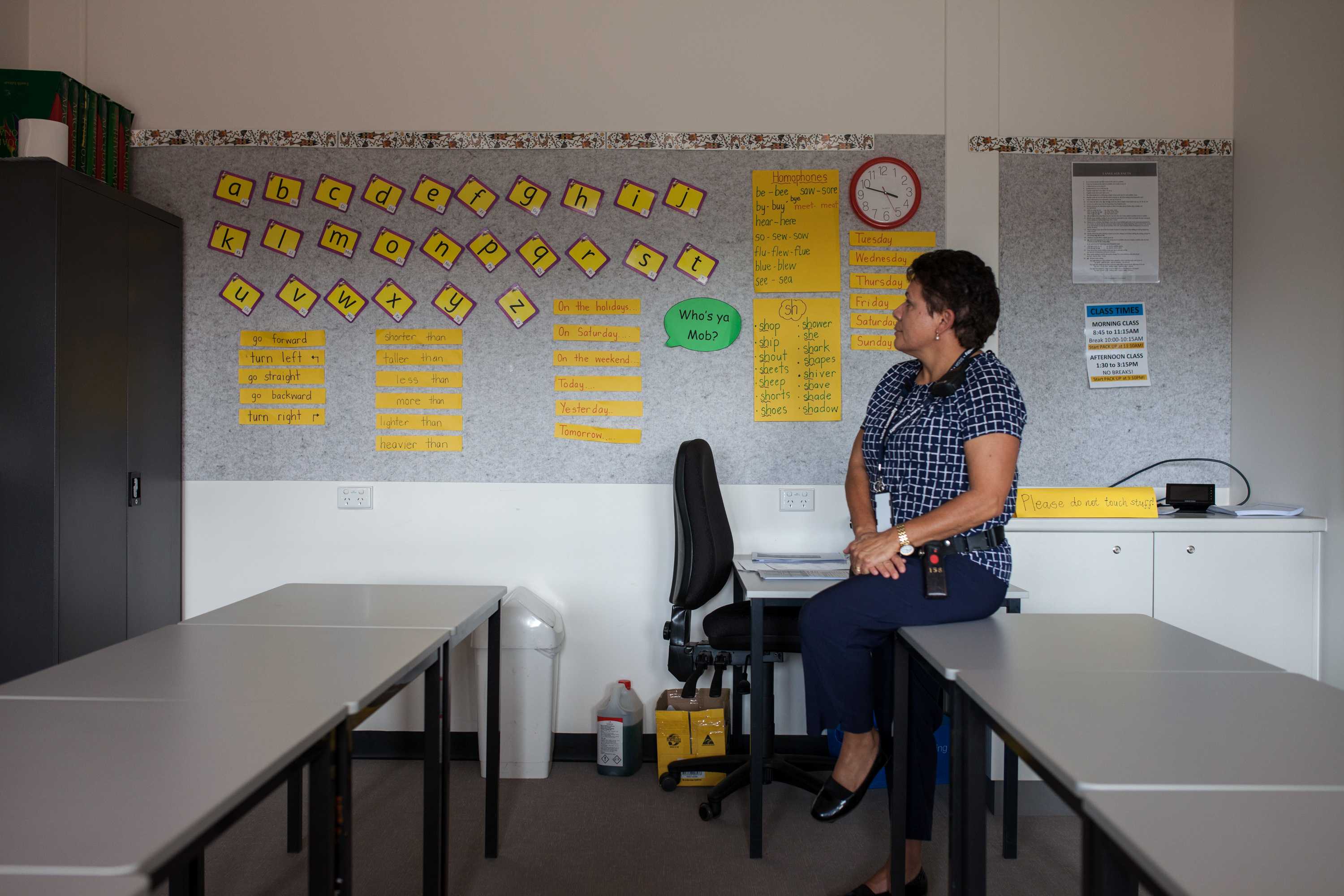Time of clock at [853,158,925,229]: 3:48
